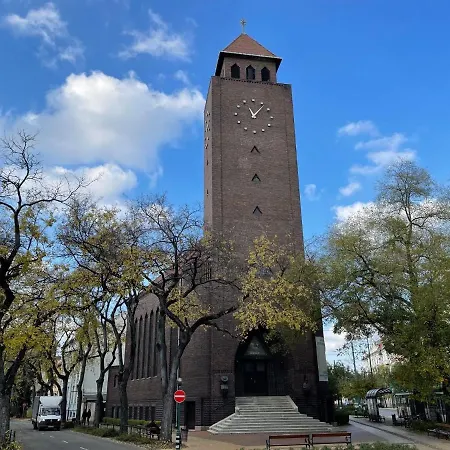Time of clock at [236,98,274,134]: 11:06
